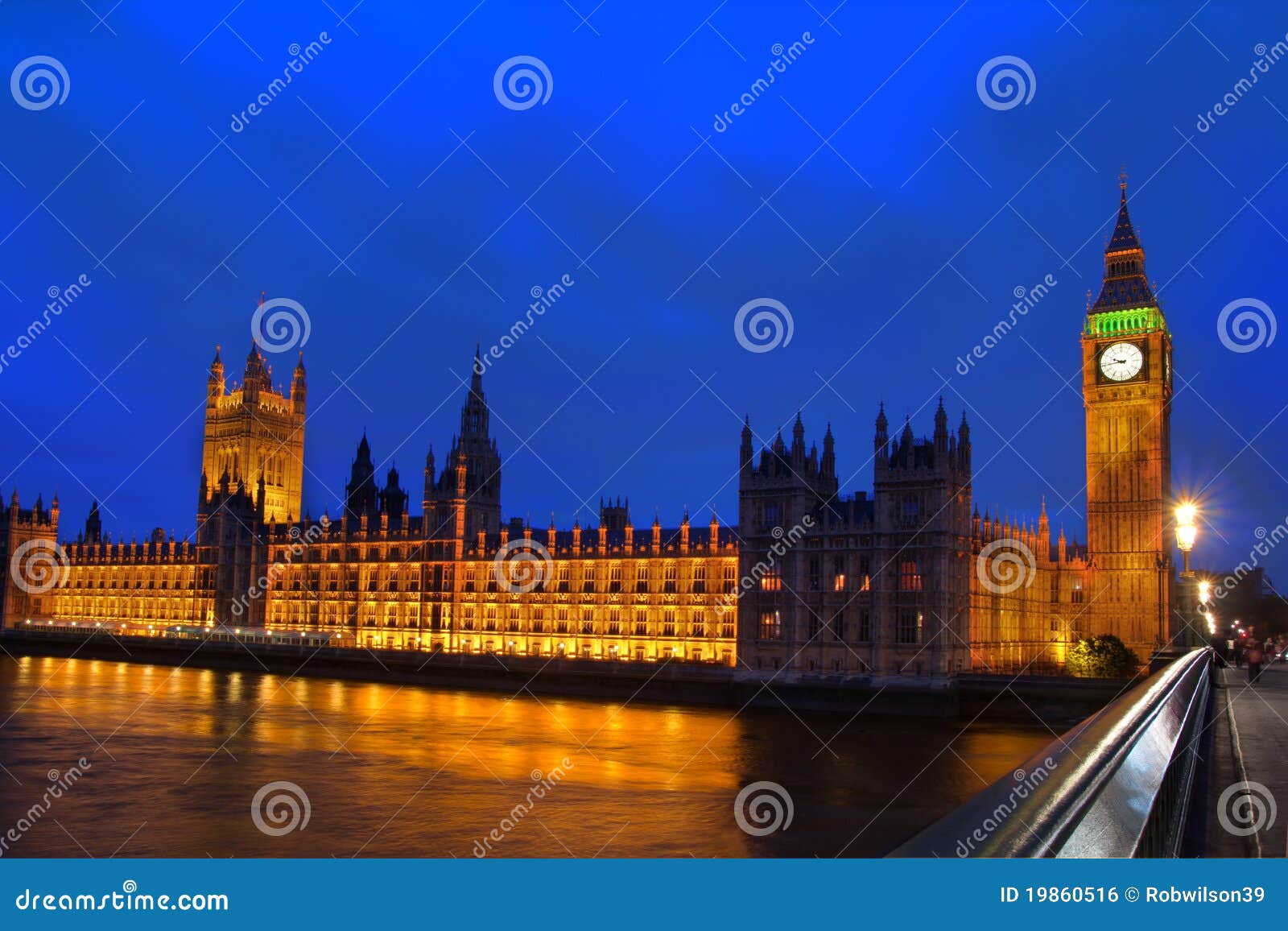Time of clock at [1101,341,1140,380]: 9:43
